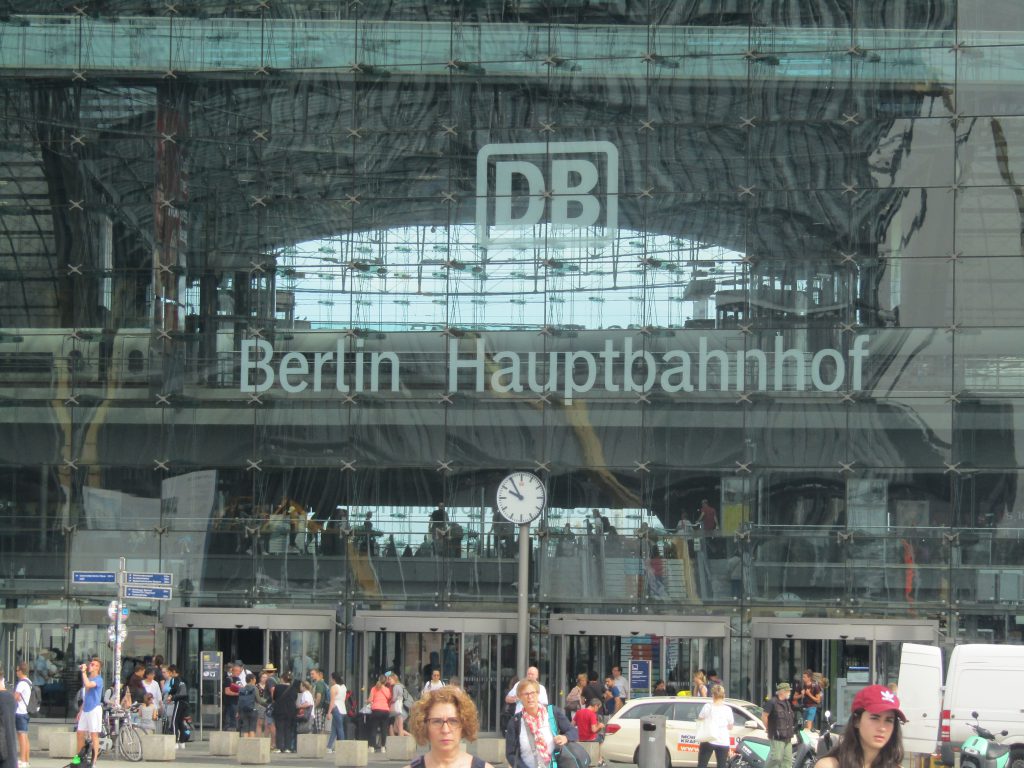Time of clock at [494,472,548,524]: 9:54
